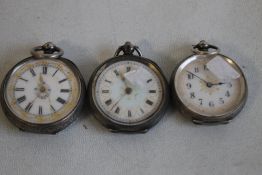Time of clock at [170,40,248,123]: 2:52
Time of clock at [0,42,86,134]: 11:35
